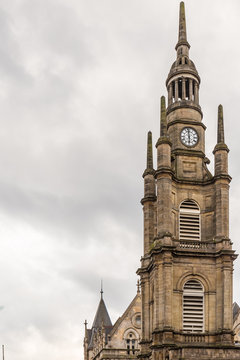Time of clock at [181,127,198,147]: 5:58
